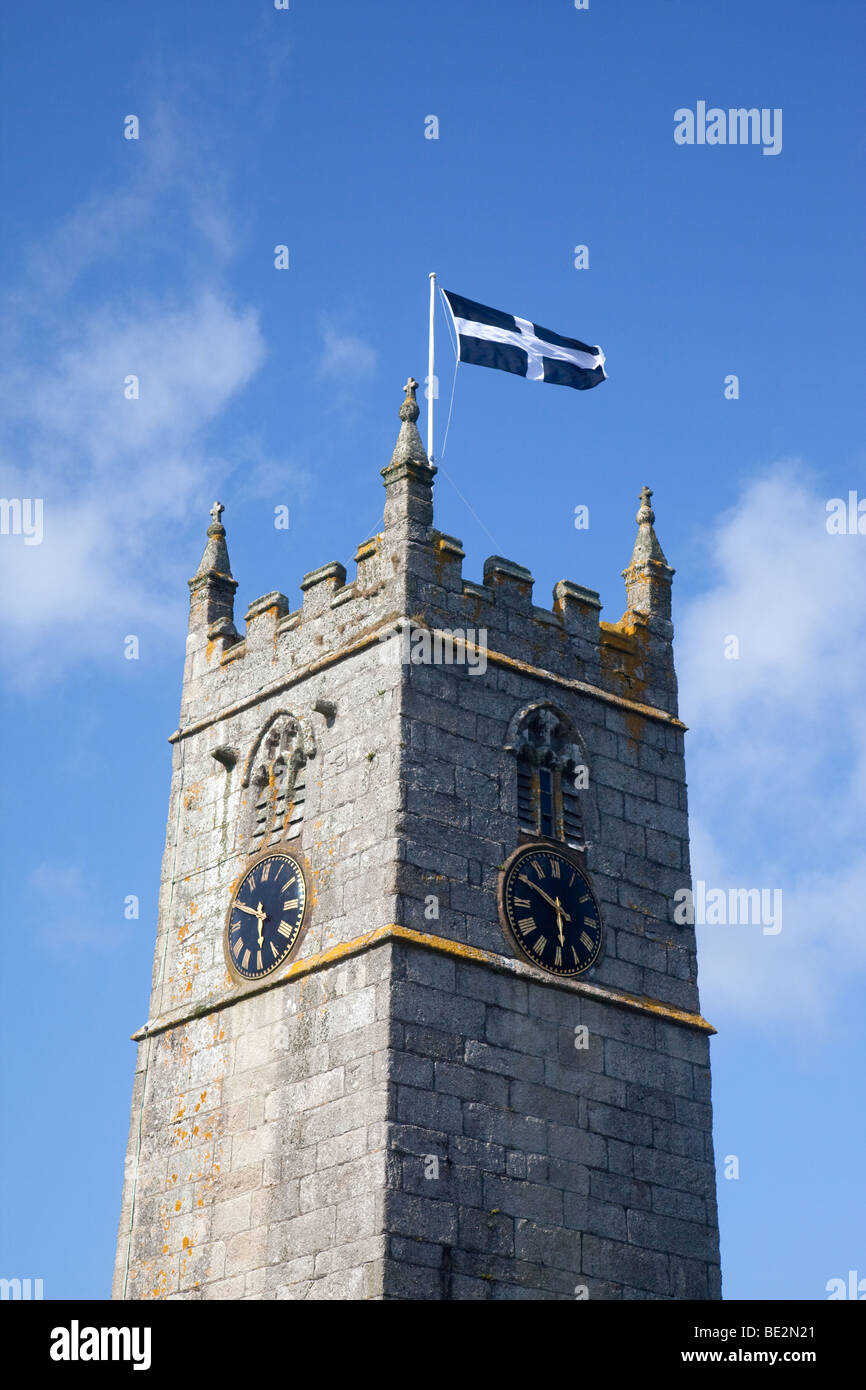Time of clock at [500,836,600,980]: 5:50
